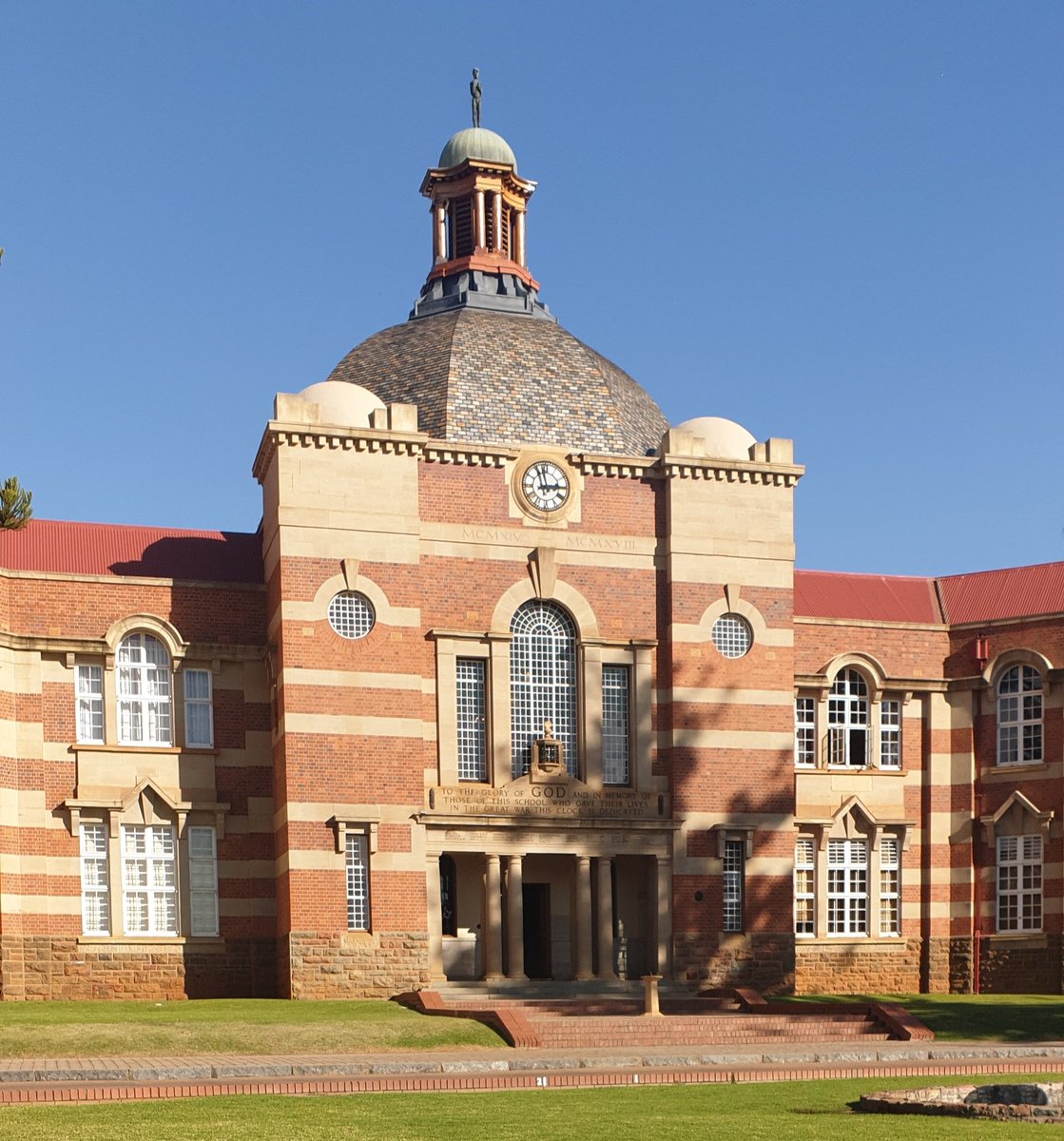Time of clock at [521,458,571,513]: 2:57
